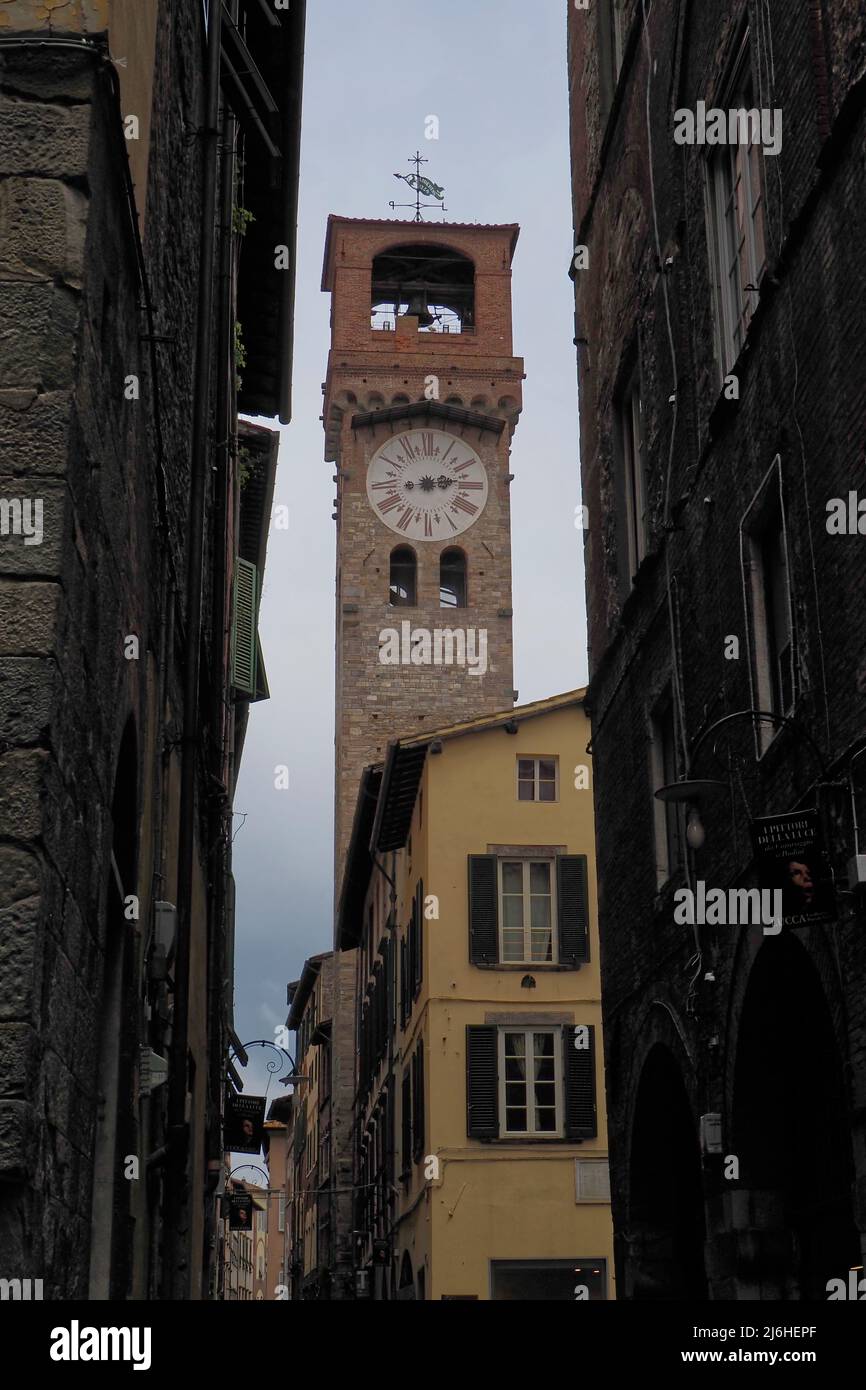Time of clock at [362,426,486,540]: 2:12
